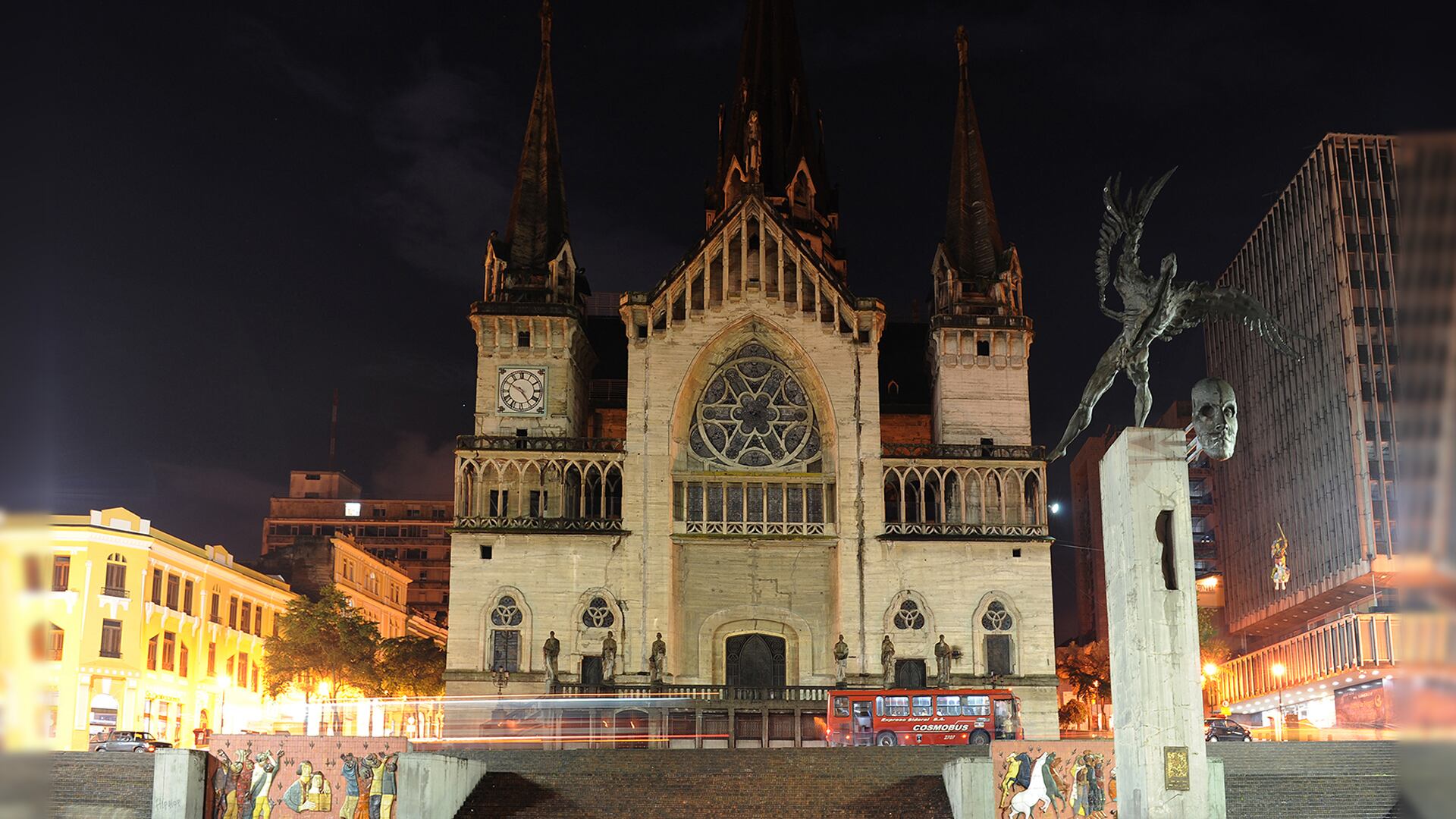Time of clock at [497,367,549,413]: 4:50
